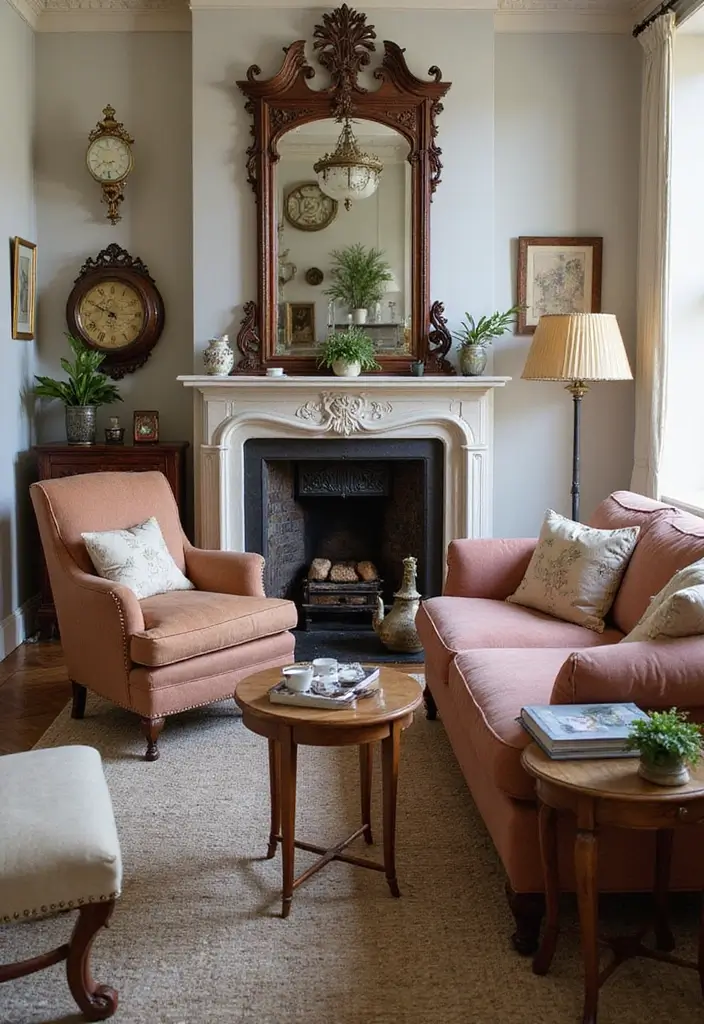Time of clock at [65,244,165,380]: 9:49
